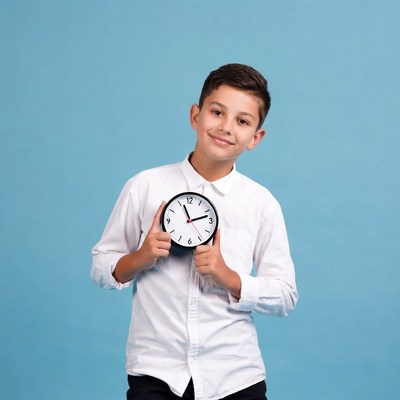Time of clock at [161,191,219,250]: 11:12
